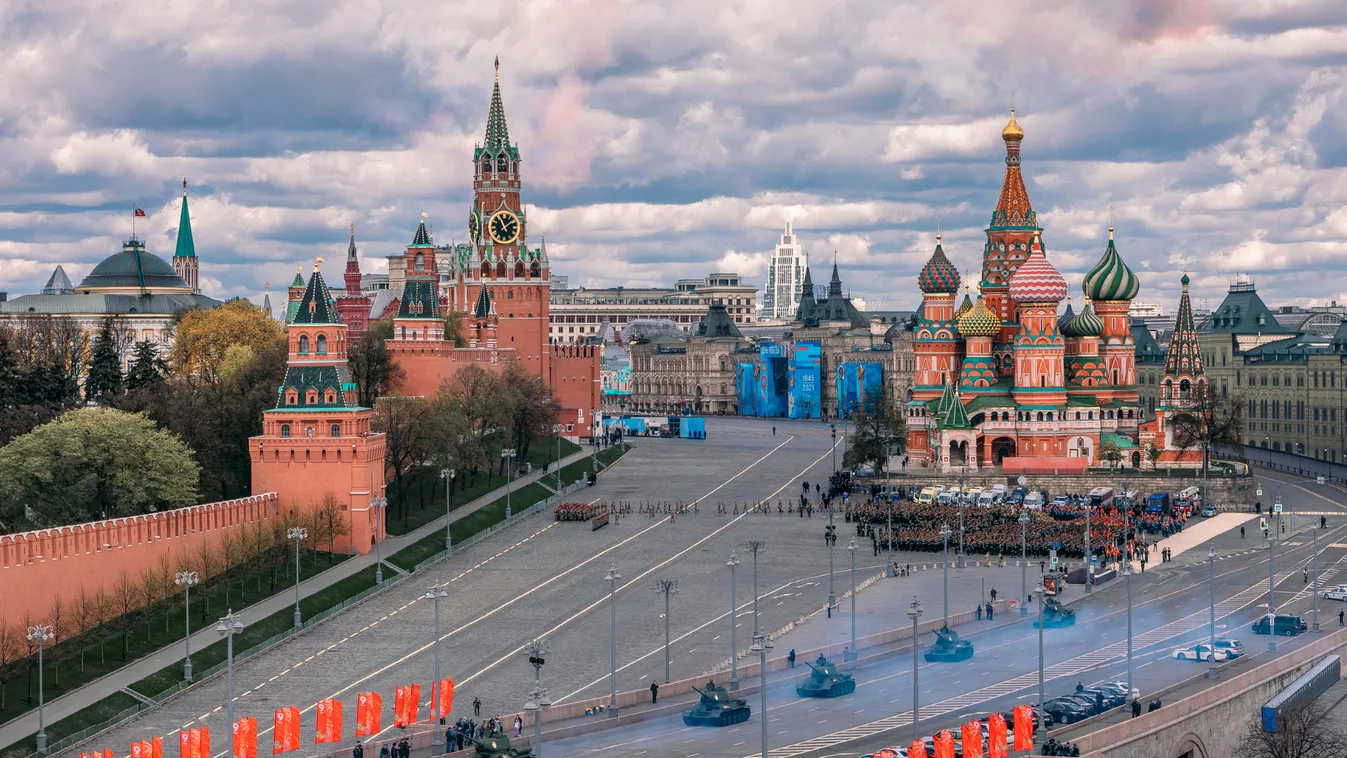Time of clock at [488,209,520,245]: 11:08
